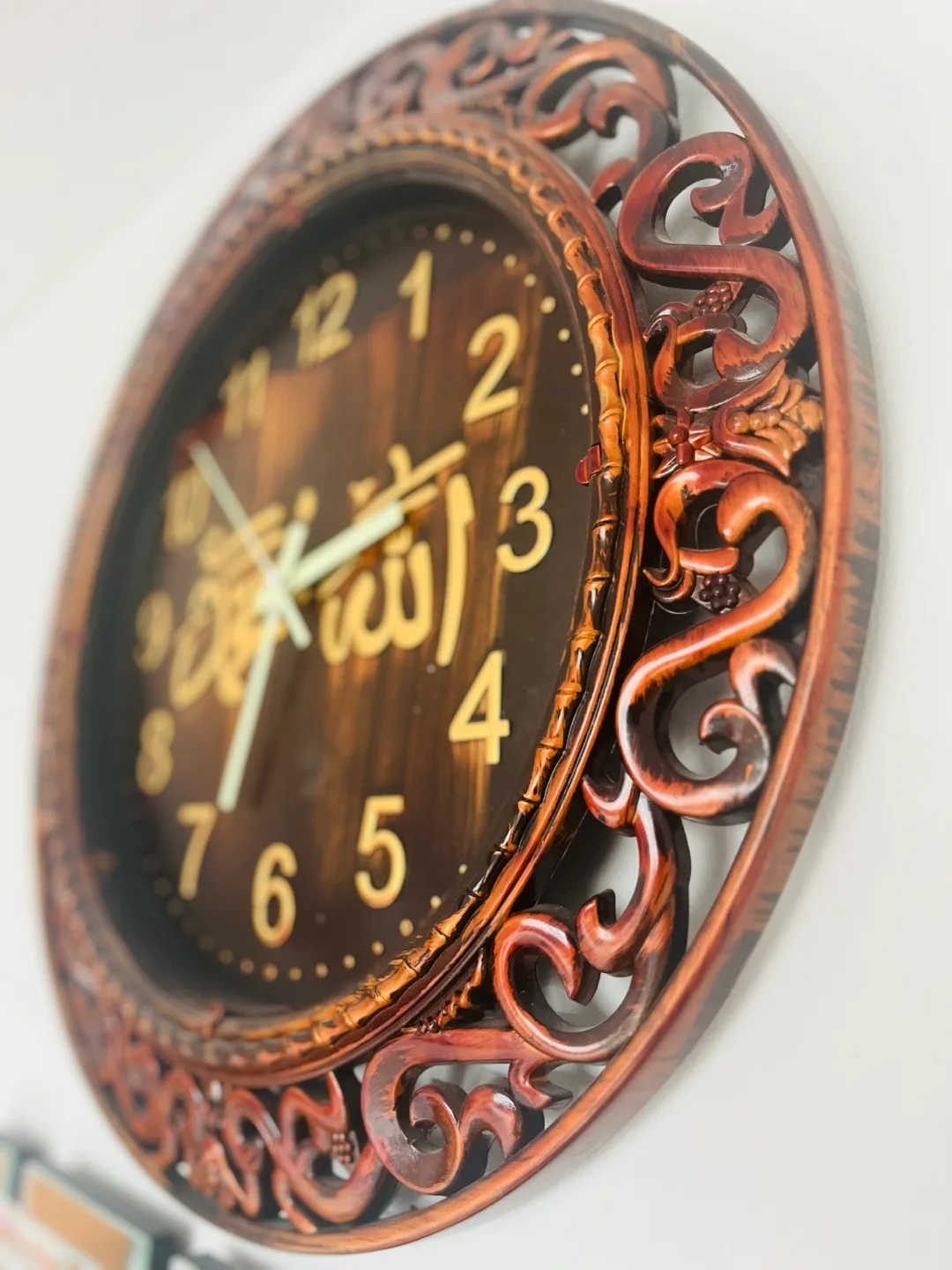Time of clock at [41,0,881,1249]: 2:33
